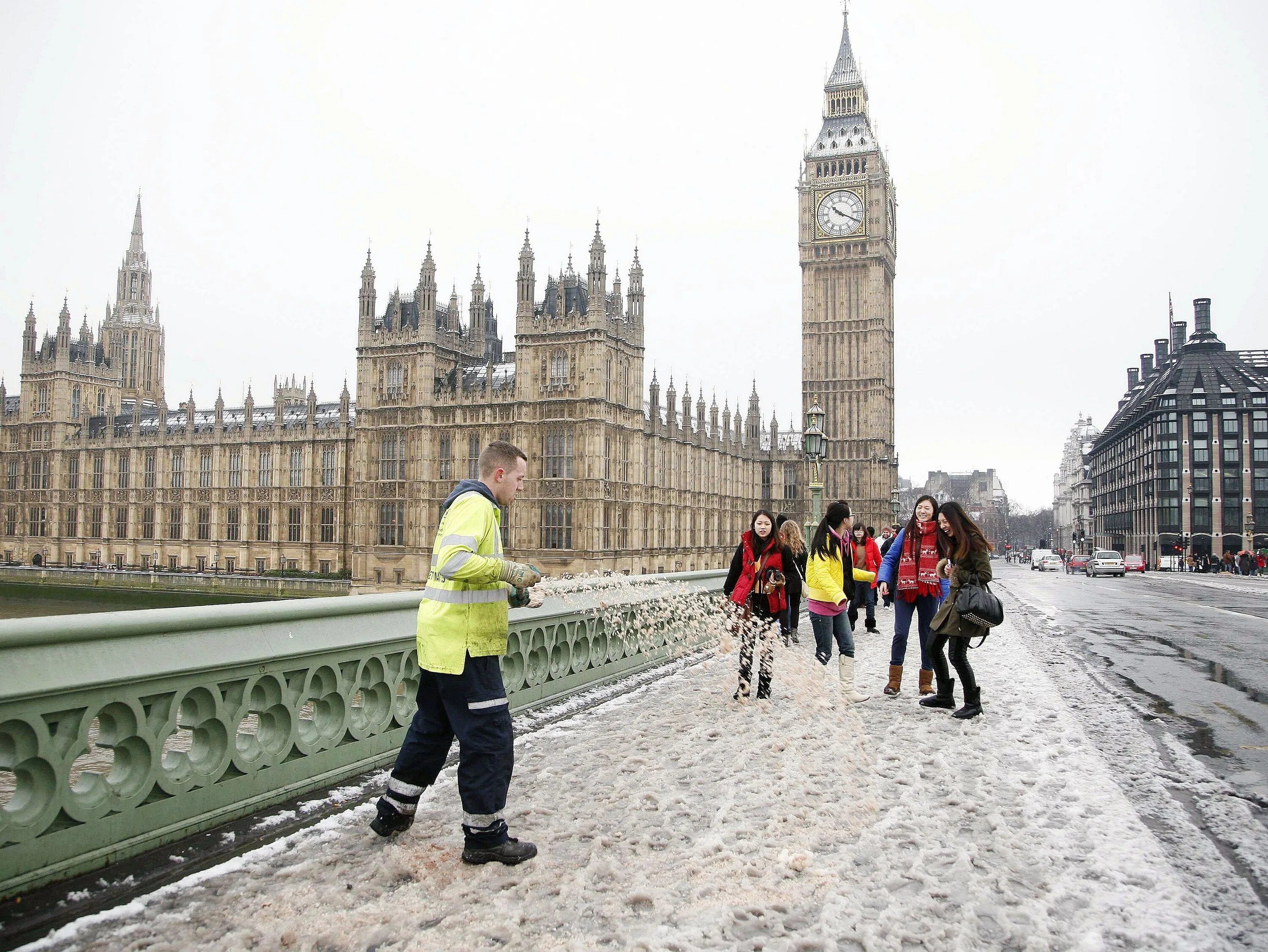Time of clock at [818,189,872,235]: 10:19
